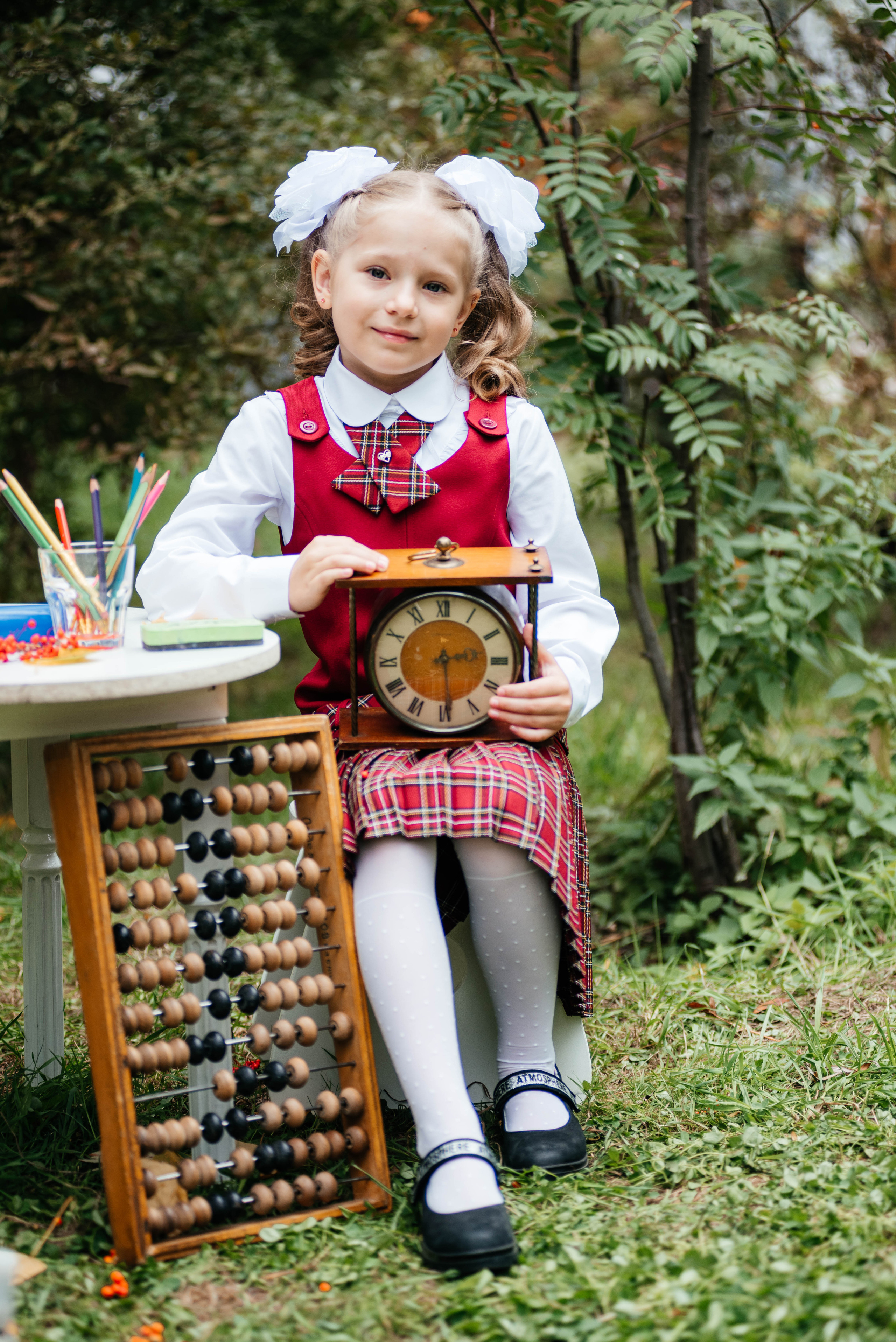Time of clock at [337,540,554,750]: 2:29
